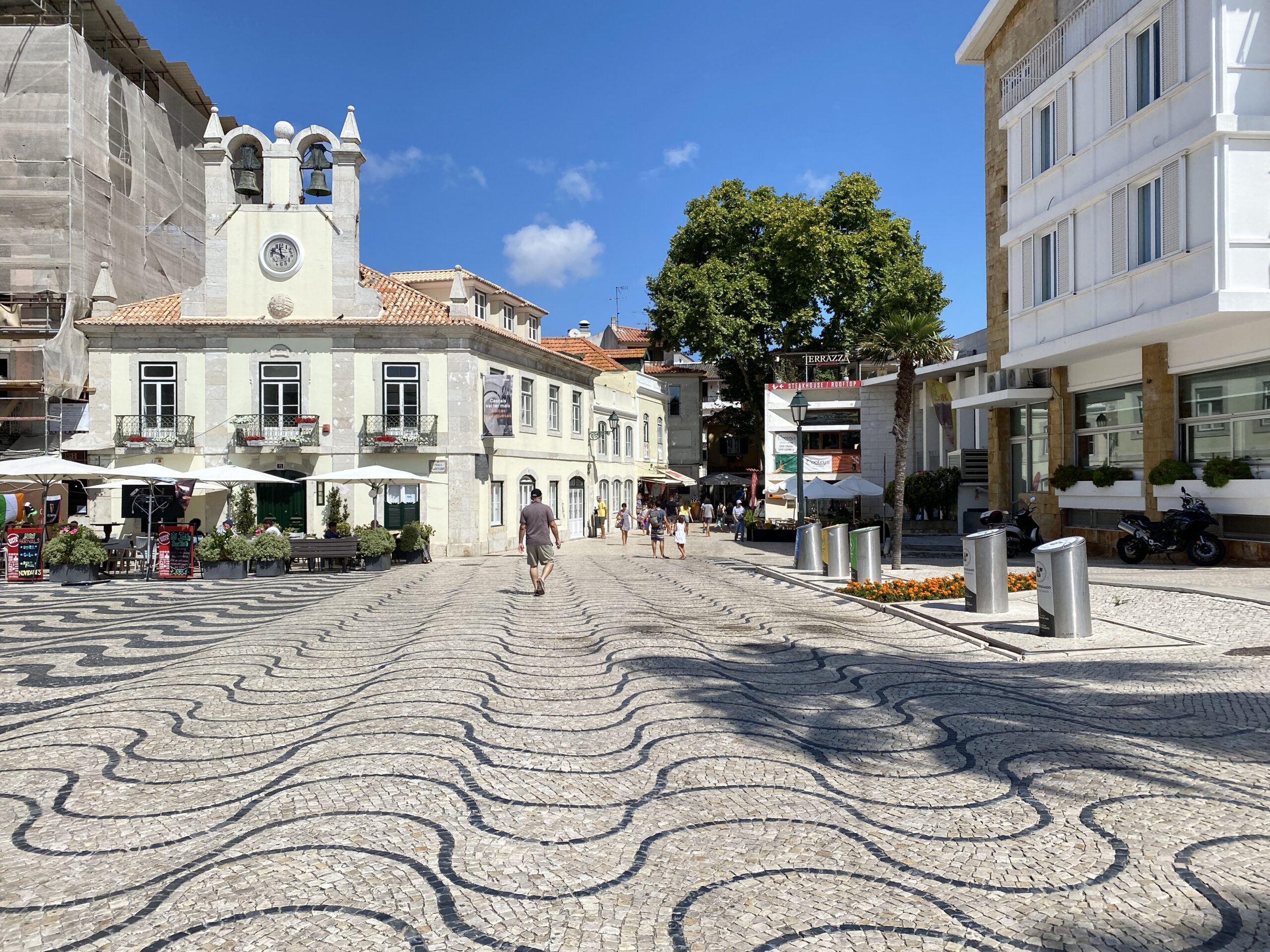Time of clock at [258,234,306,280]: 11:48
